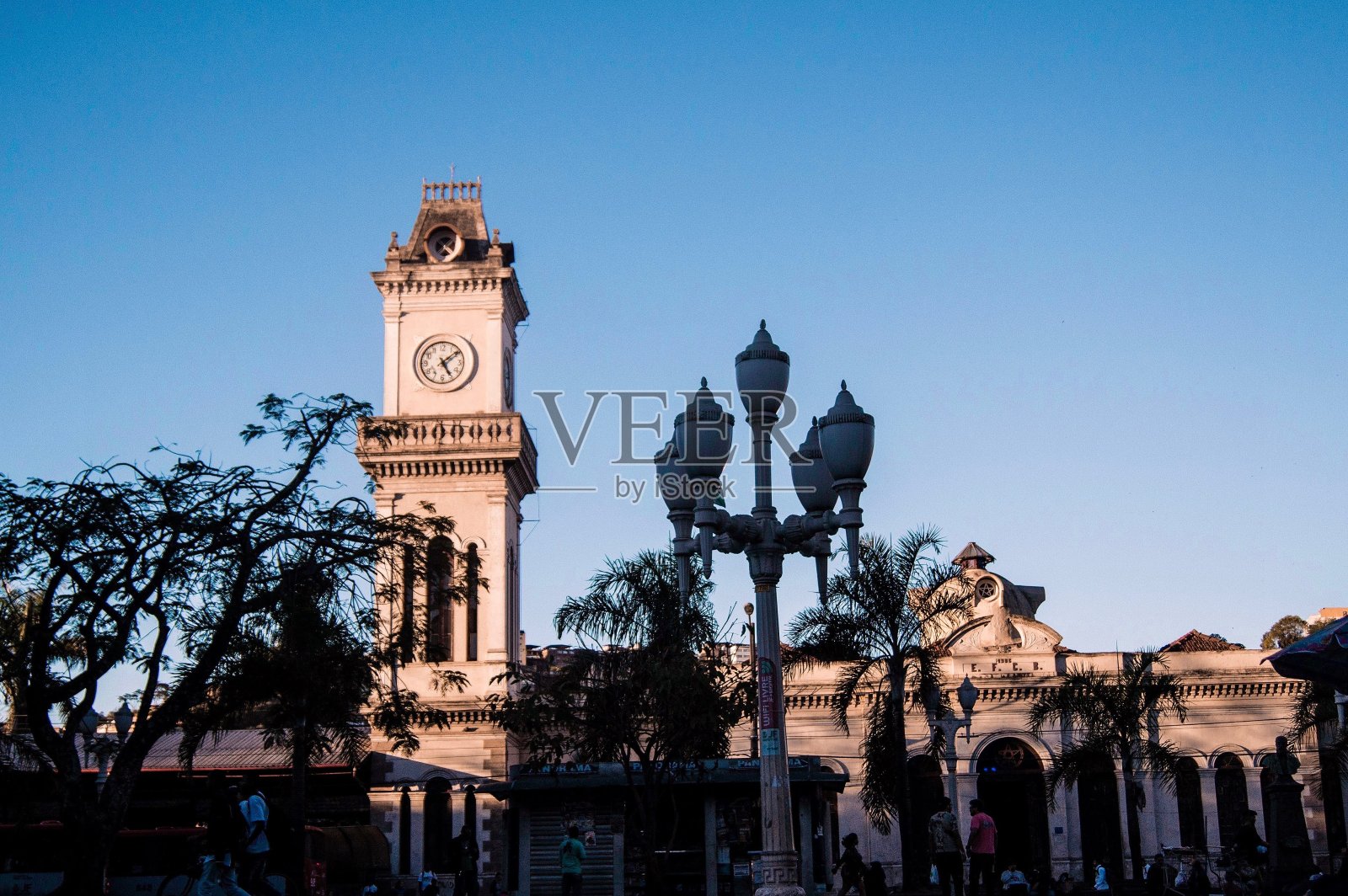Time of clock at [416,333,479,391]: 5:08
